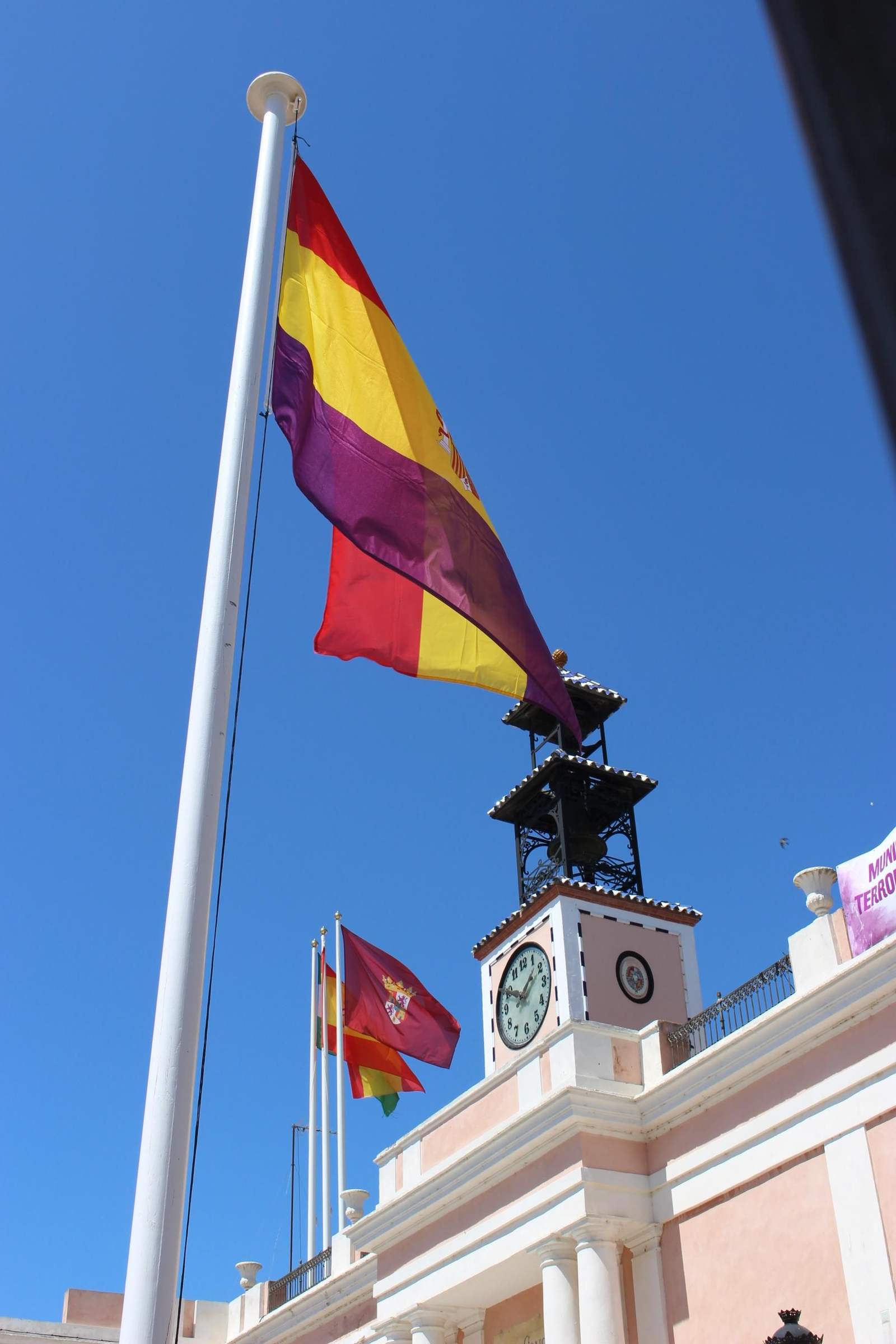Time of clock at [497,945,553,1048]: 1:49
